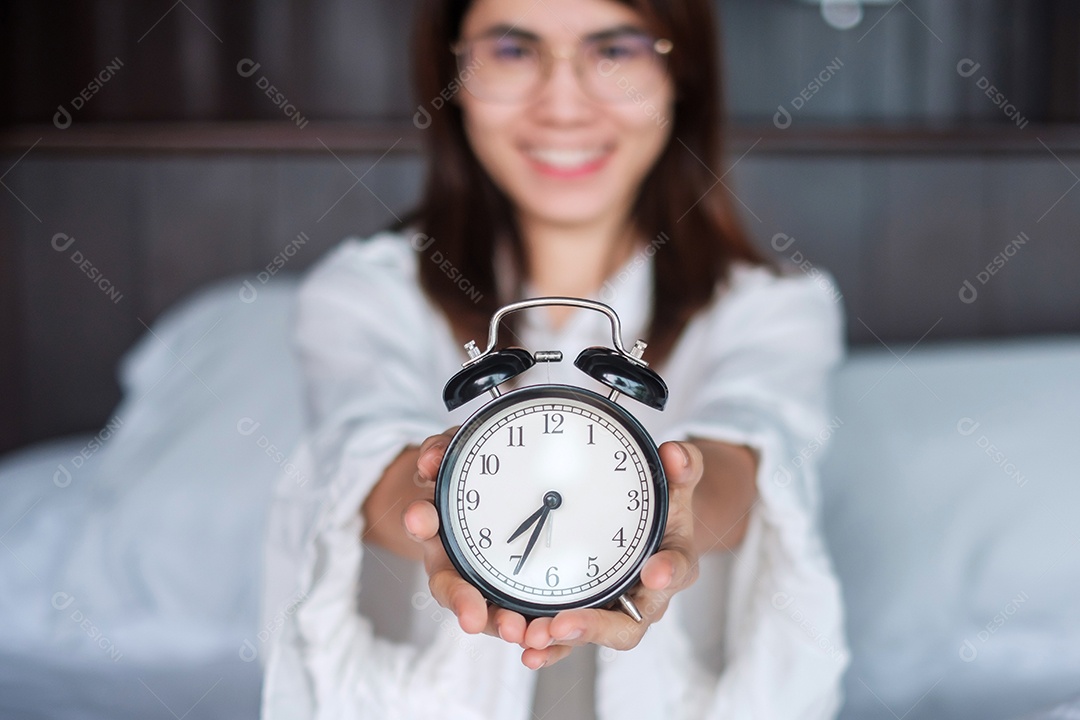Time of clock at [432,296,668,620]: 7:34
